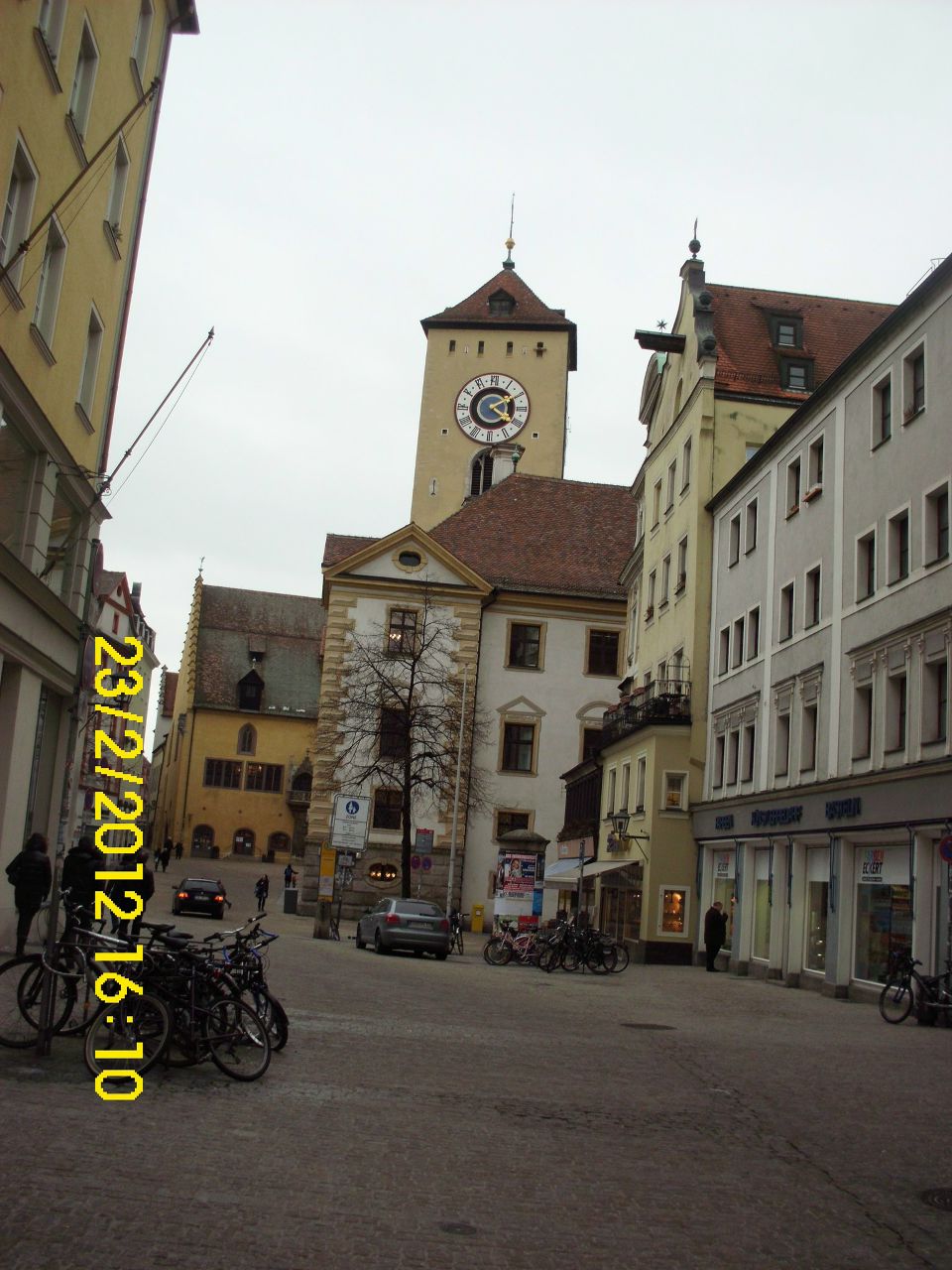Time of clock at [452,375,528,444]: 4:09
